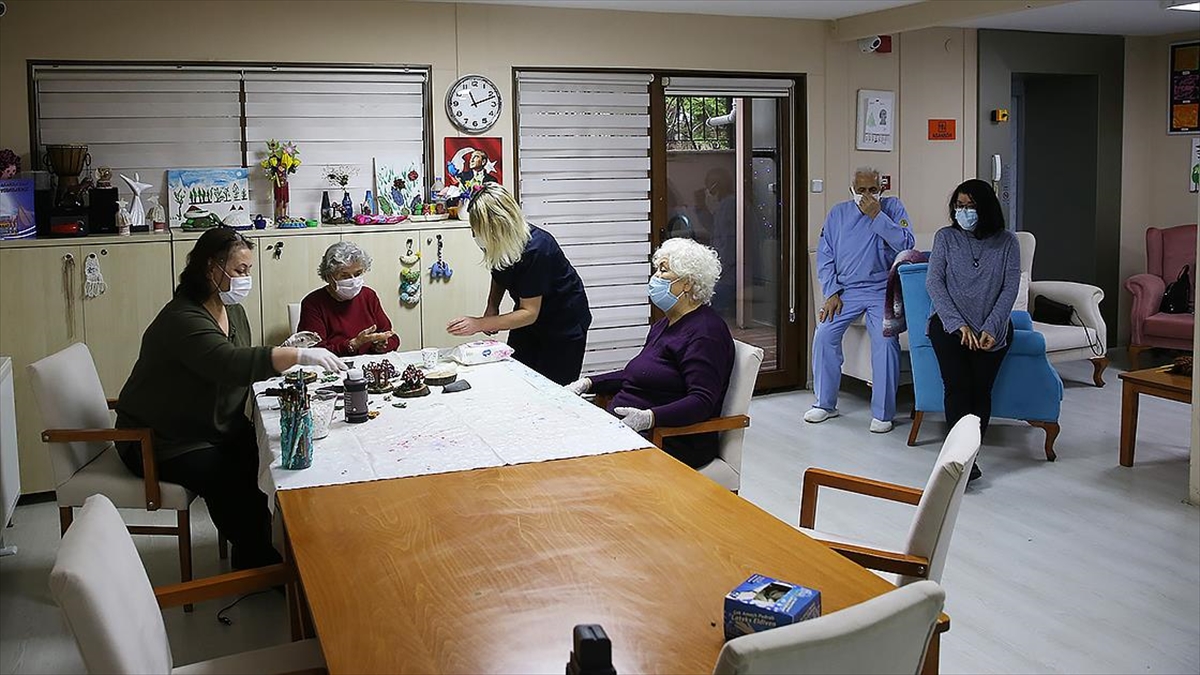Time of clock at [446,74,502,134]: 11:11
